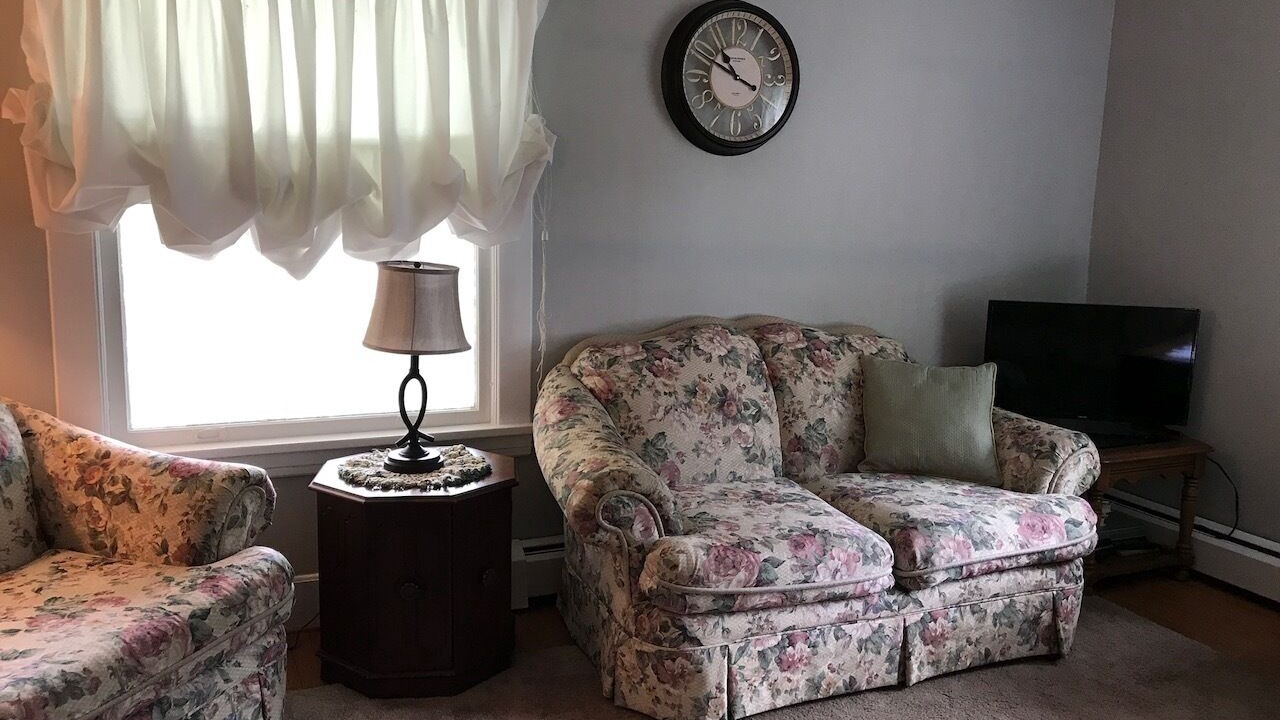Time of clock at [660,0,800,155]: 10:49
